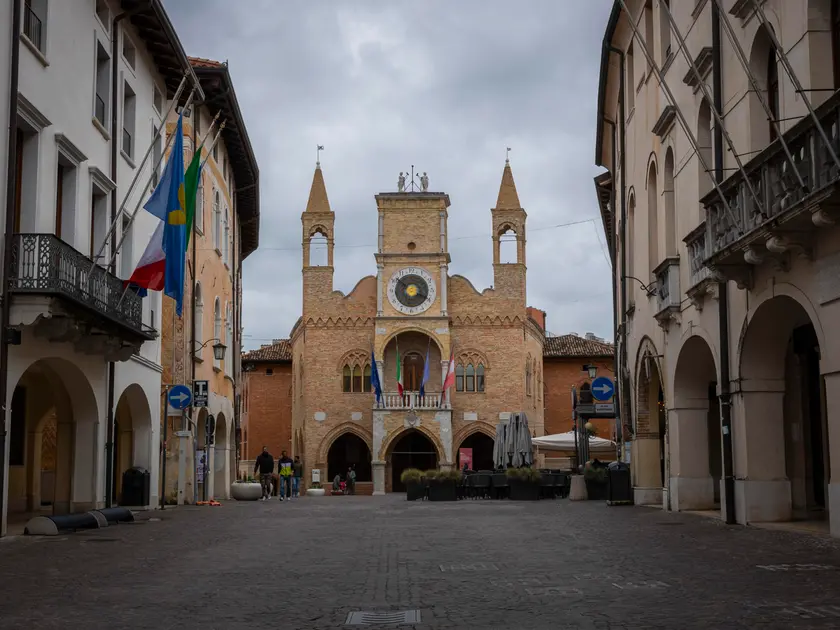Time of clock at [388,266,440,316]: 3:51
